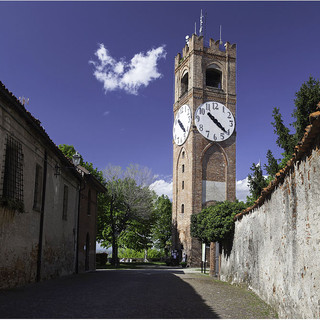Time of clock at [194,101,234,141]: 10:21
